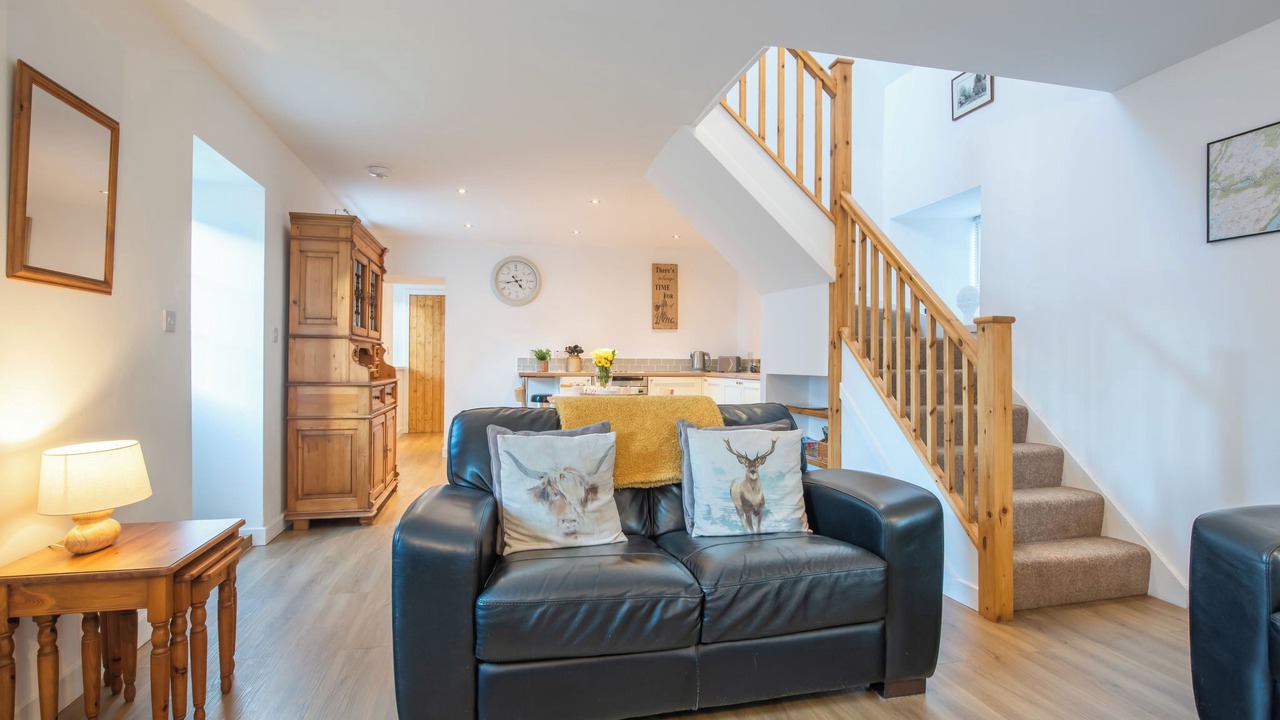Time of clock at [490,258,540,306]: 4:43
